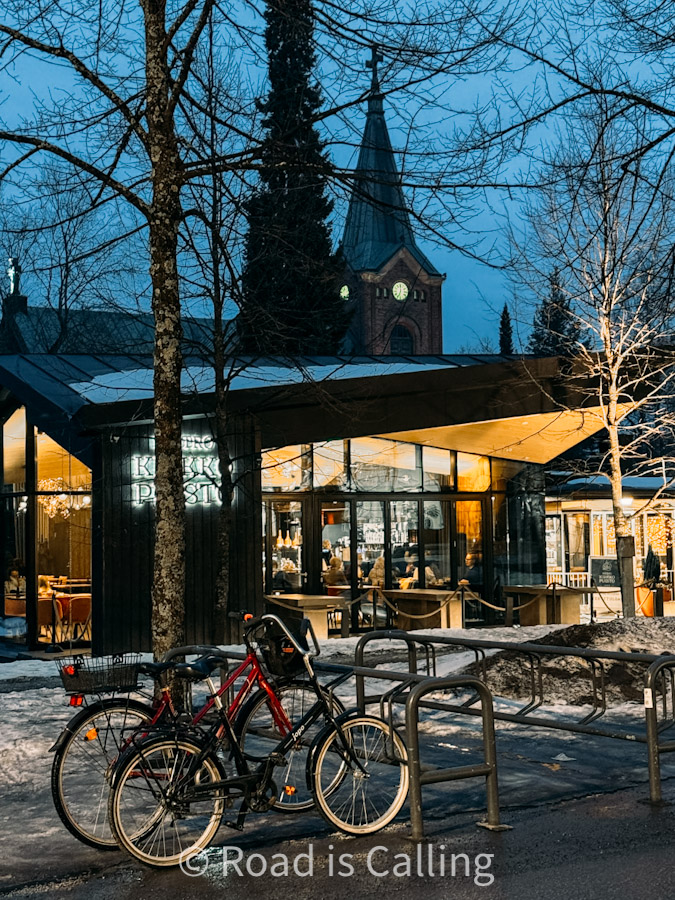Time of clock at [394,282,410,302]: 7:00
